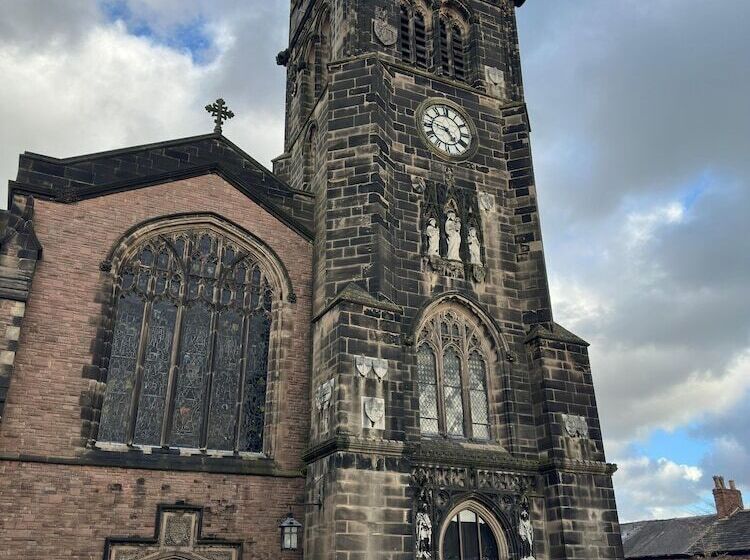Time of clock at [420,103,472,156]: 4:47
